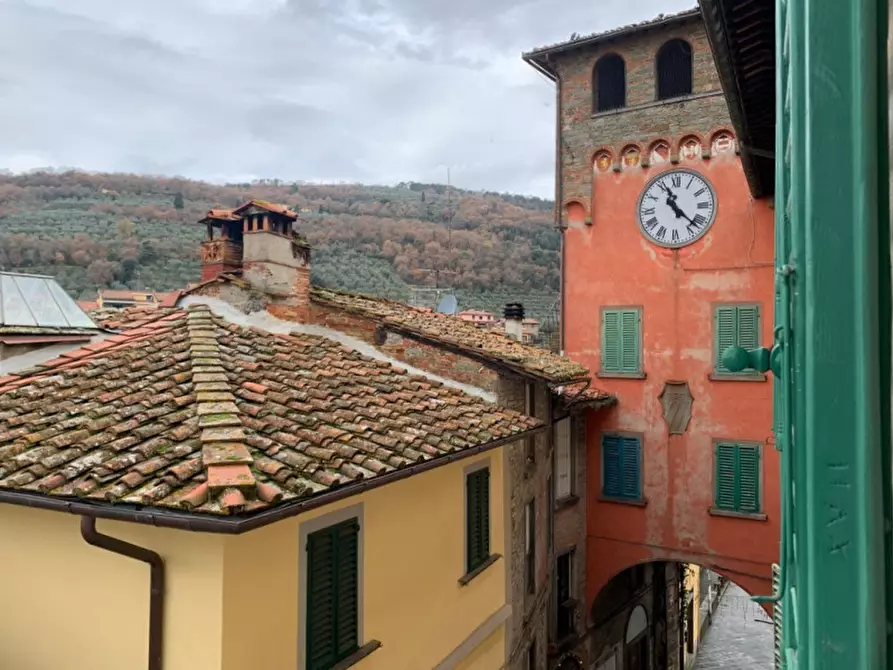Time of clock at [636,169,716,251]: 11:22
